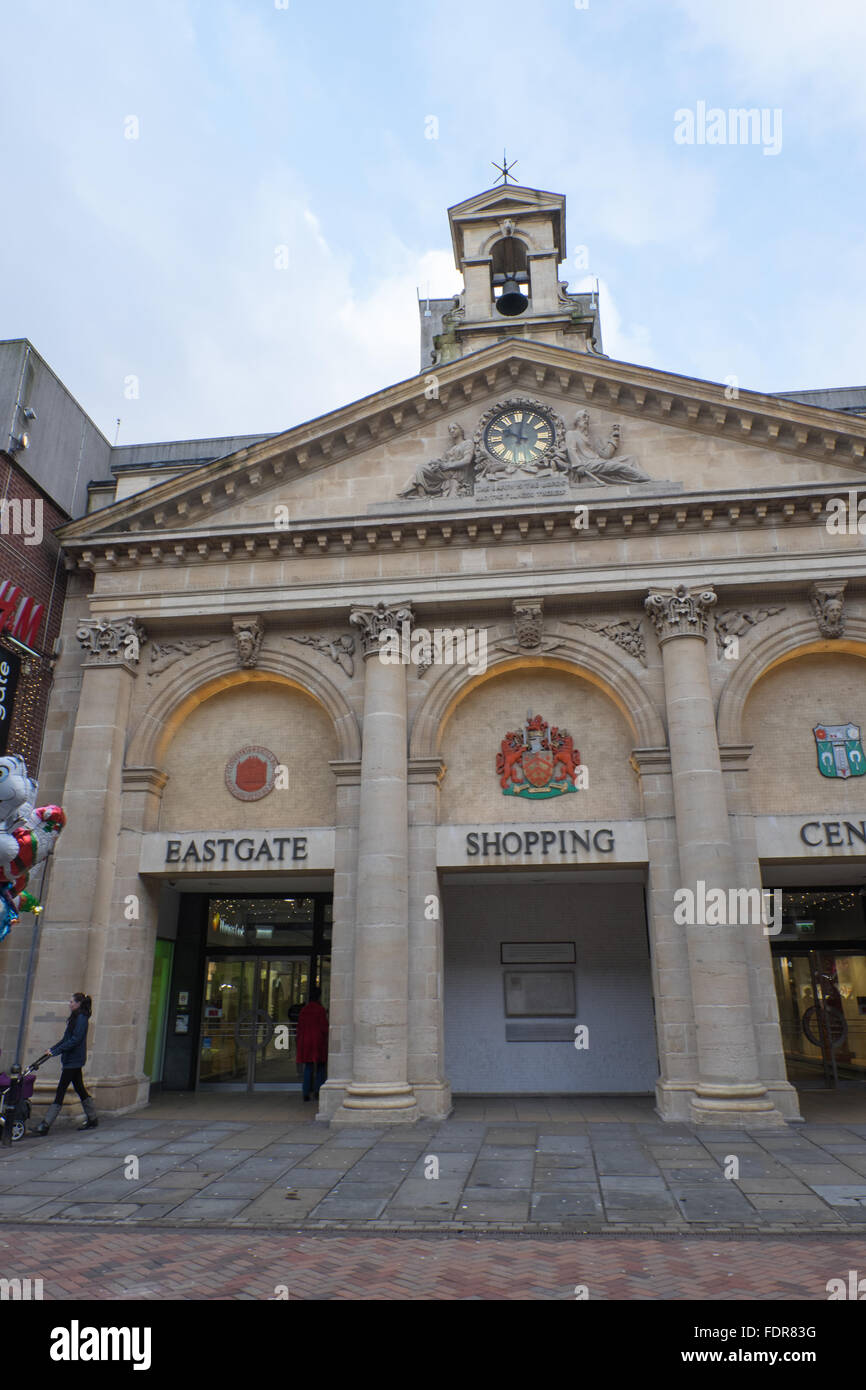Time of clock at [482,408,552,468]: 10:02
